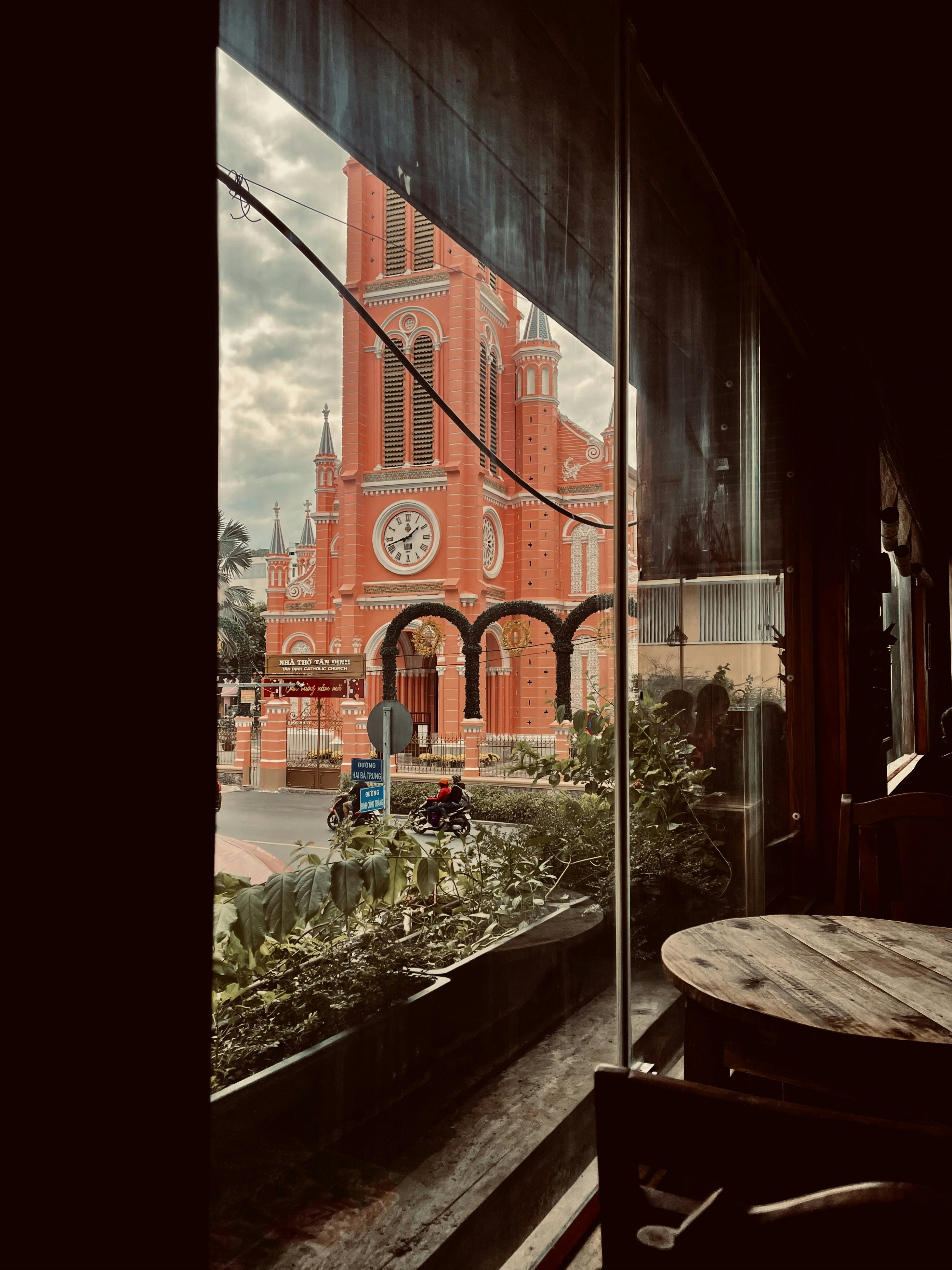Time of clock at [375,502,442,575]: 1:42
